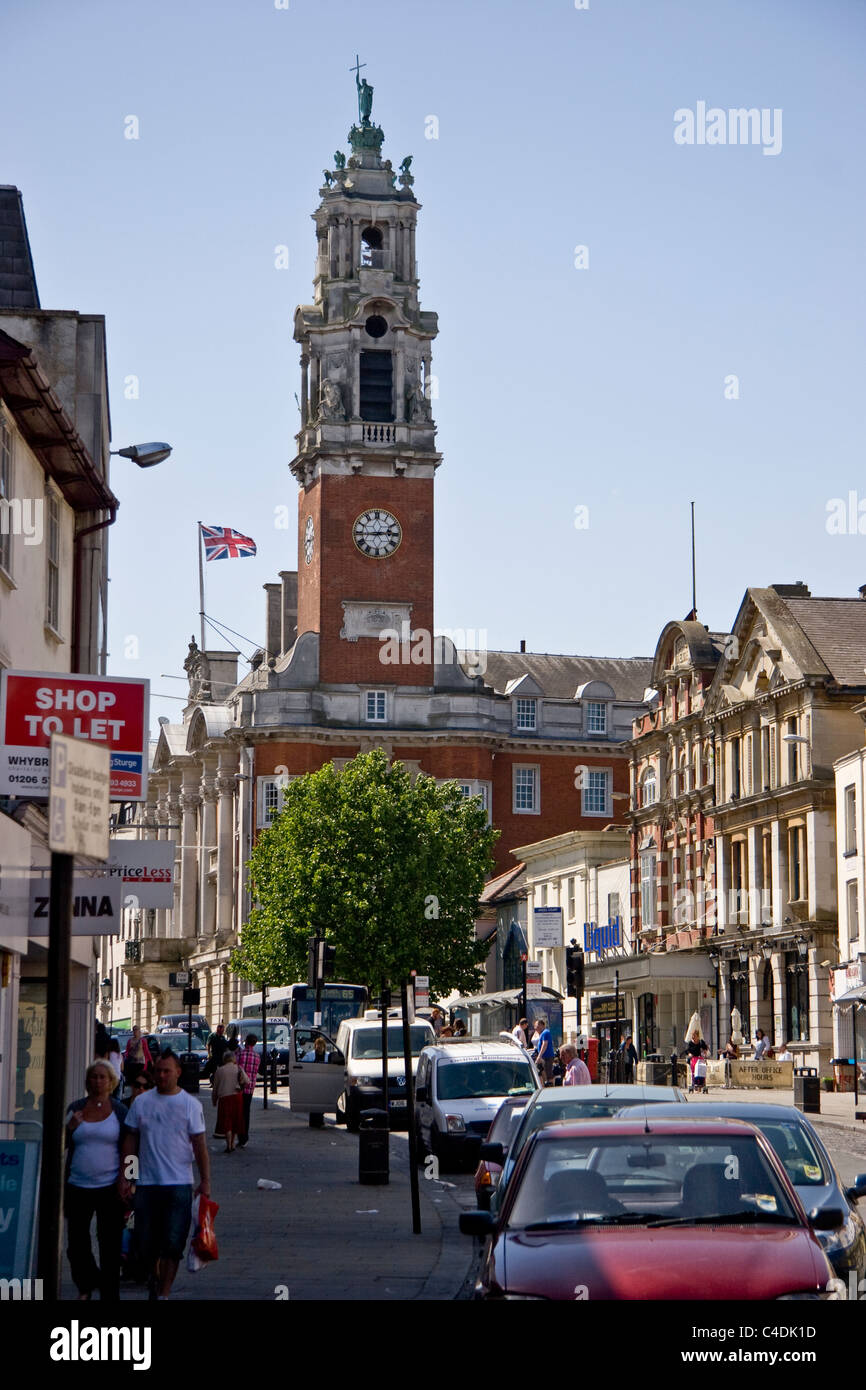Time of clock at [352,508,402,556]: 2:44
